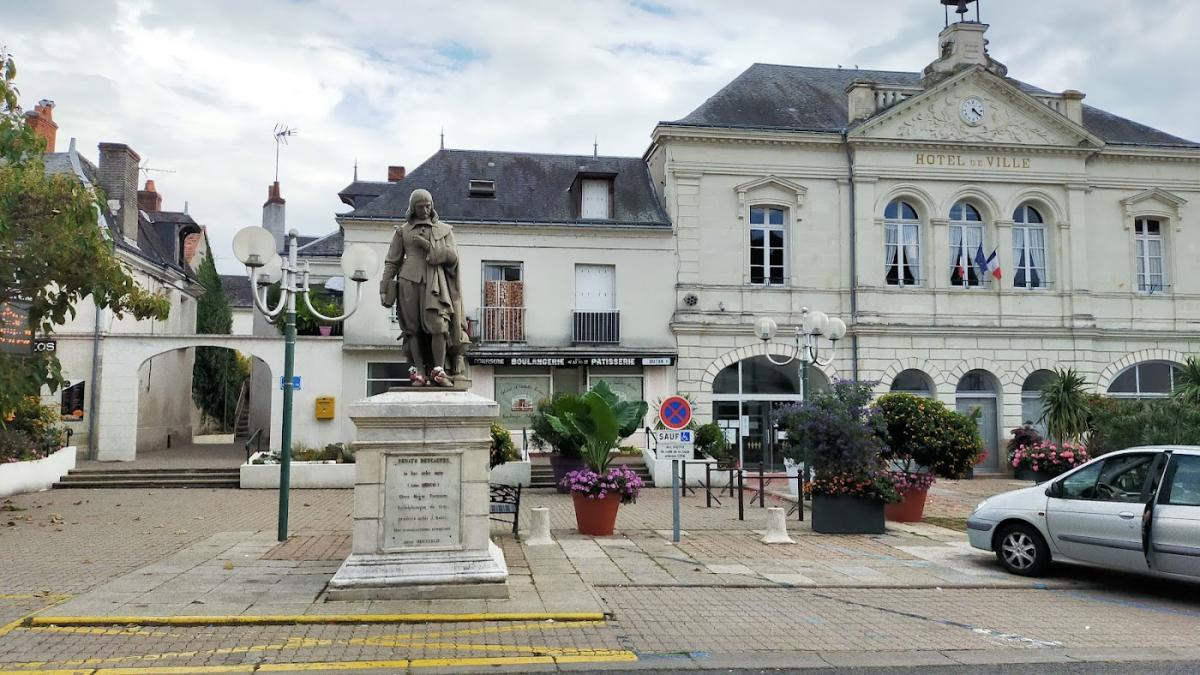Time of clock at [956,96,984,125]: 4:21
